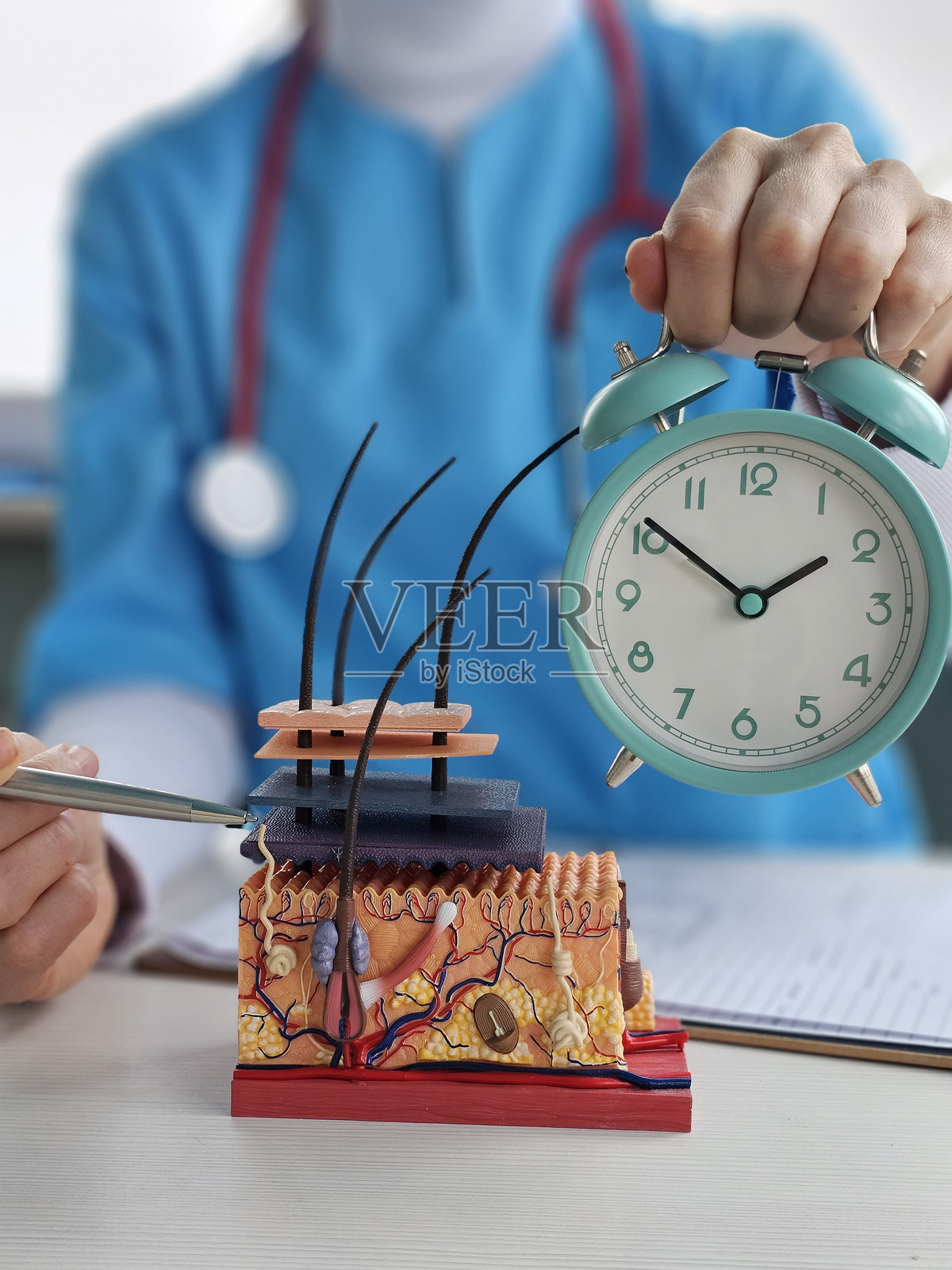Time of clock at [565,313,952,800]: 1:50
